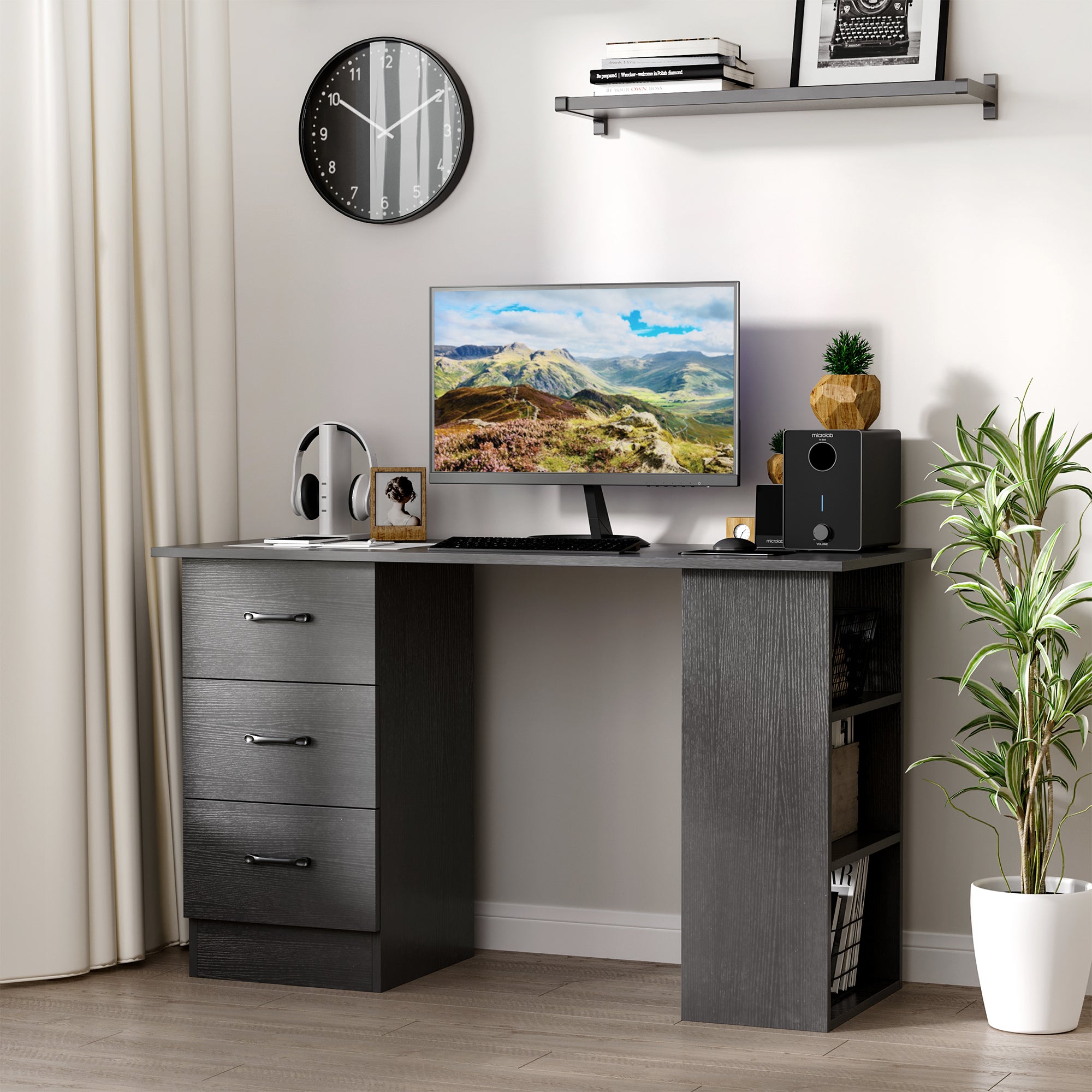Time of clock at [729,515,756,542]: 1:33
